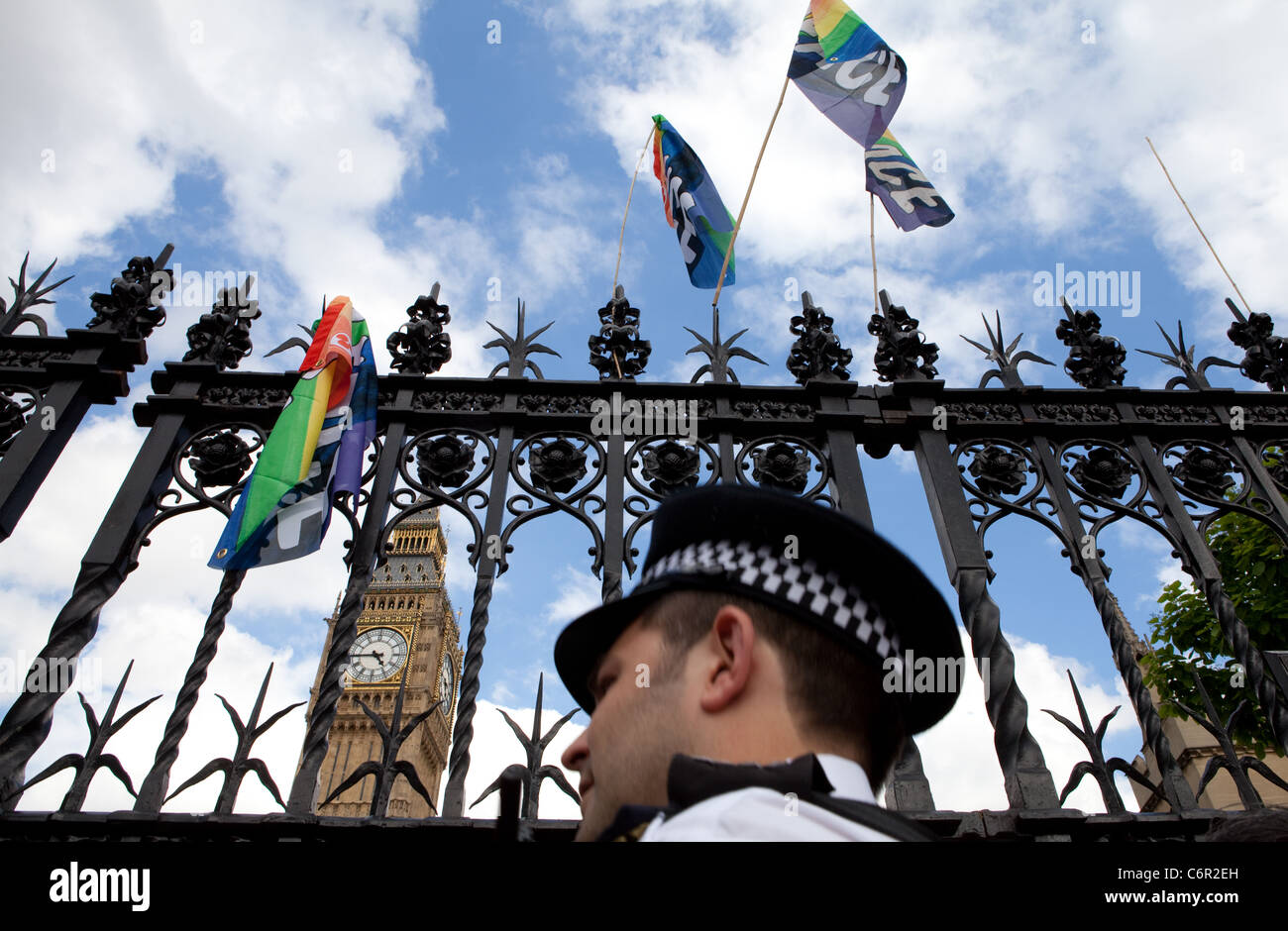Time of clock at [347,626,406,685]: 4:44
